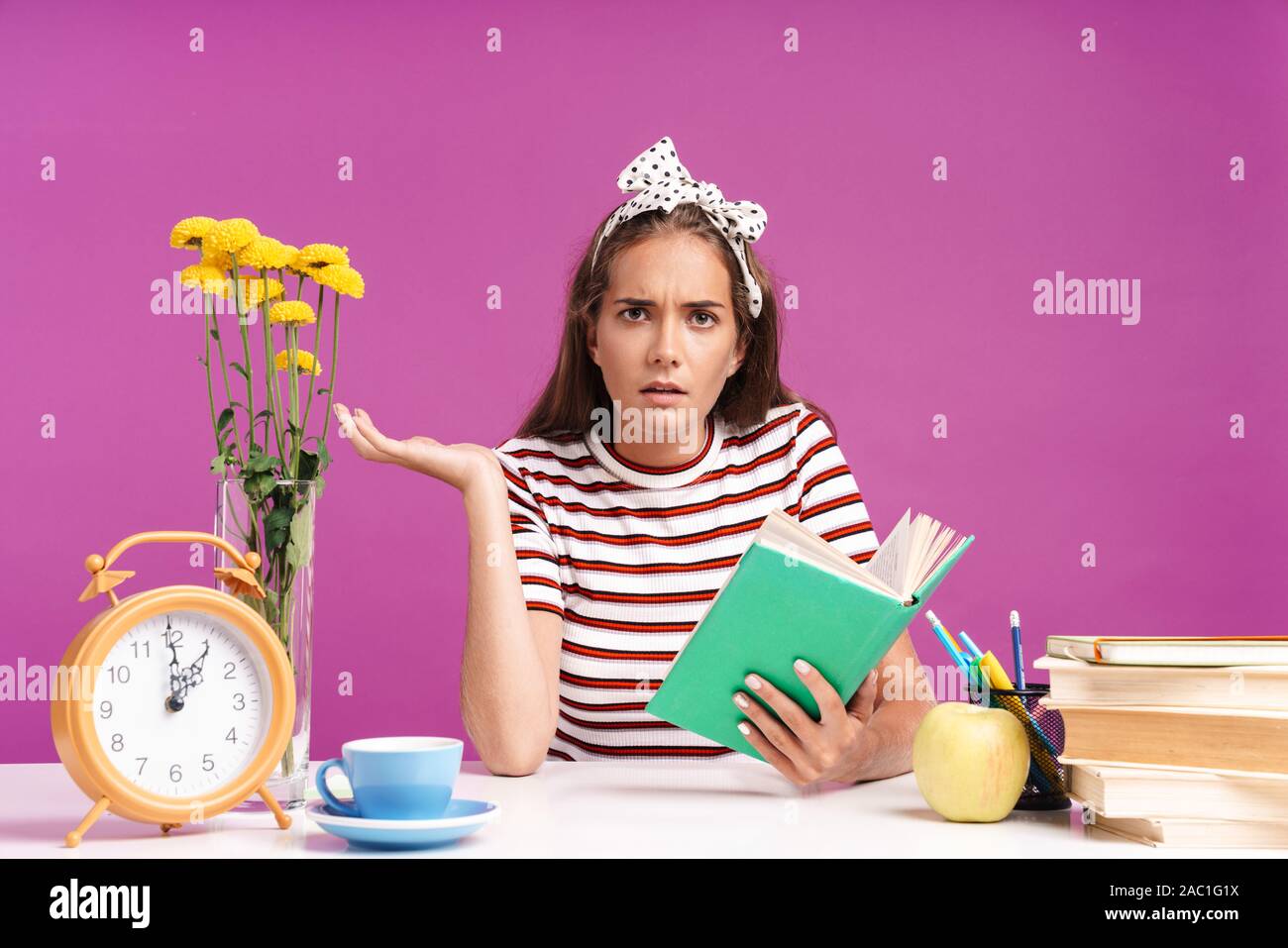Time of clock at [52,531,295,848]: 1:00
